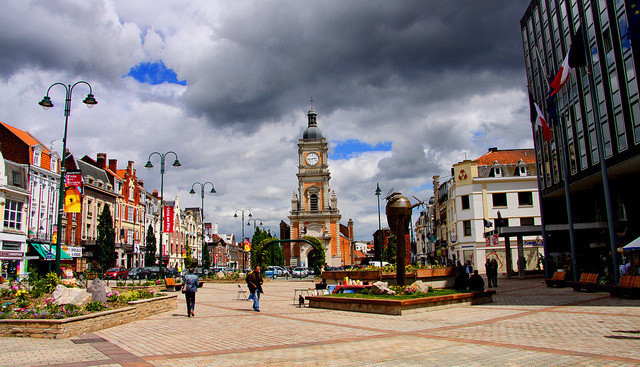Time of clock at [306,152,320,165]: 2:43
